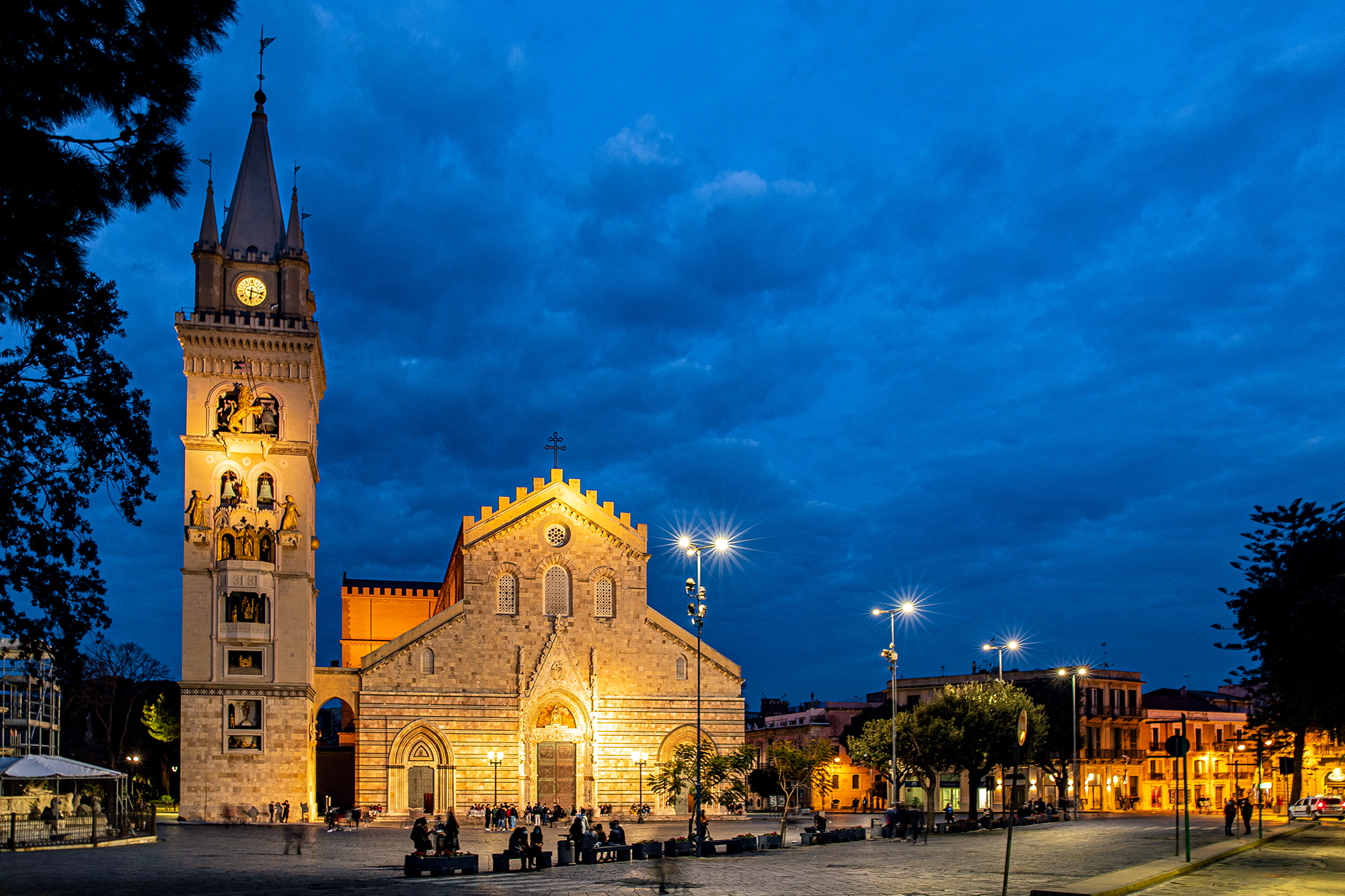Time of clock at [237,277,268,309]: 6:17
